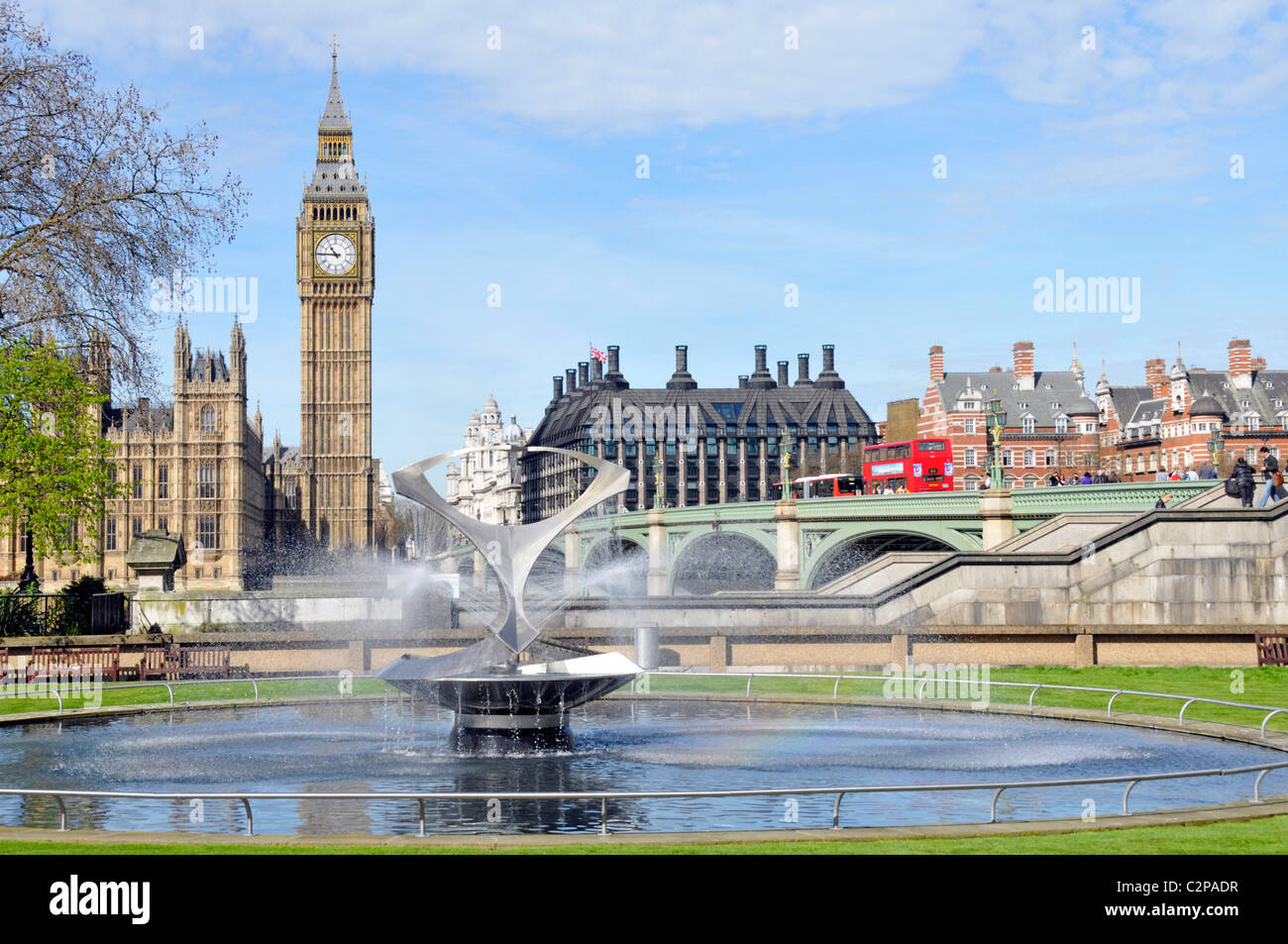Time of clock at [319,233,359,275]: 10:45
